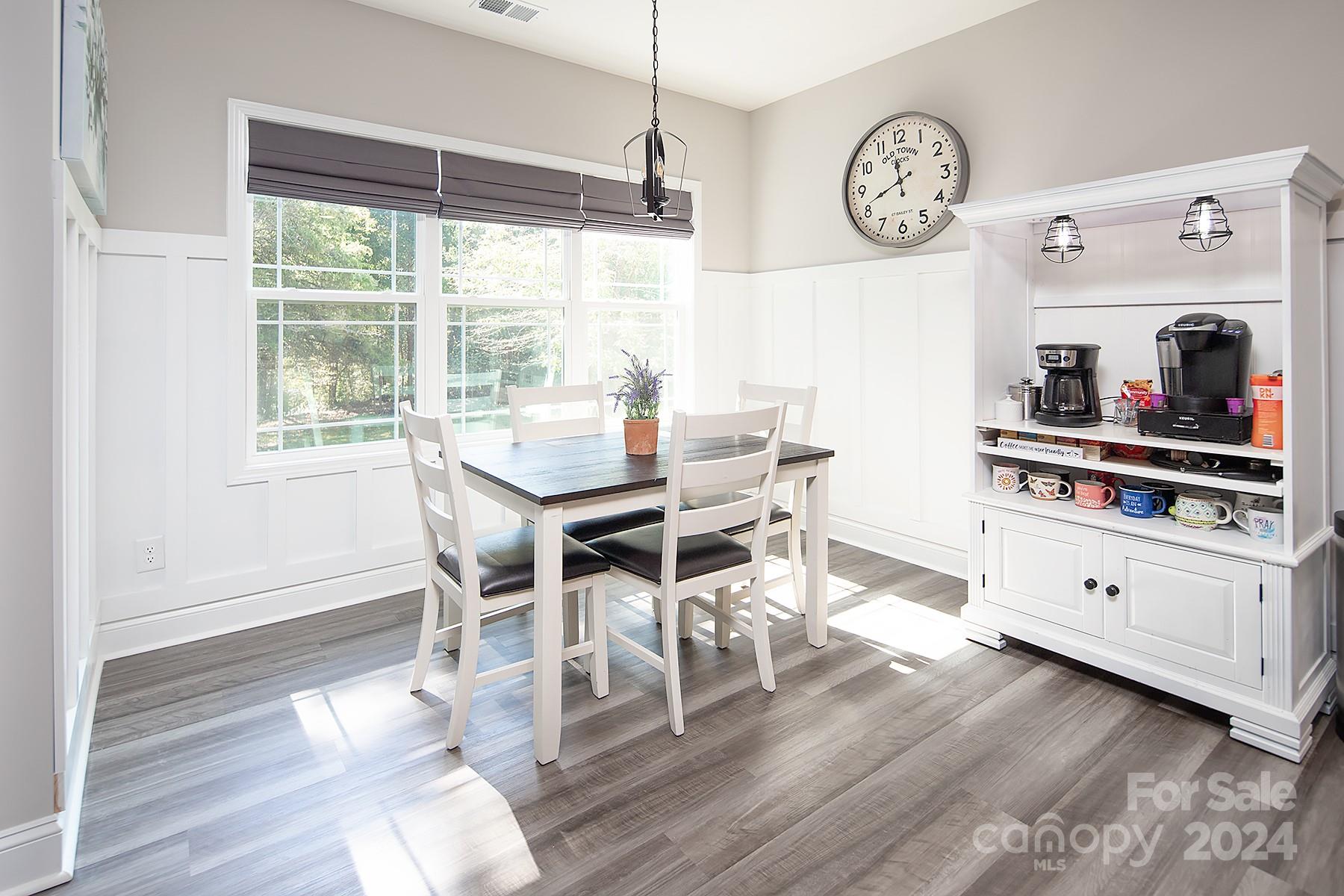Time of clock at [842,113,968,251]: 11:41
